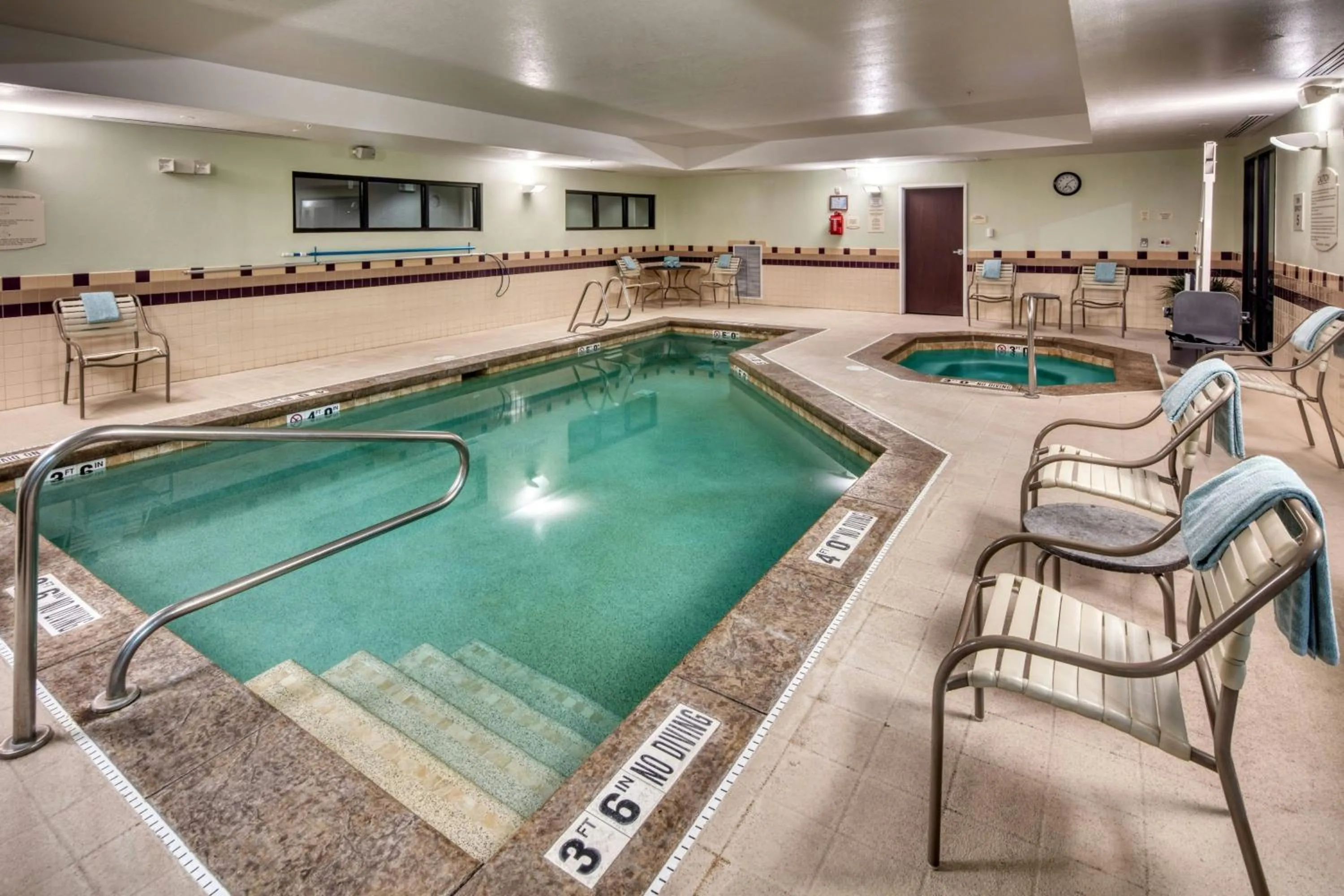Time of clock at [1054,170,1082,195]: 7:08
